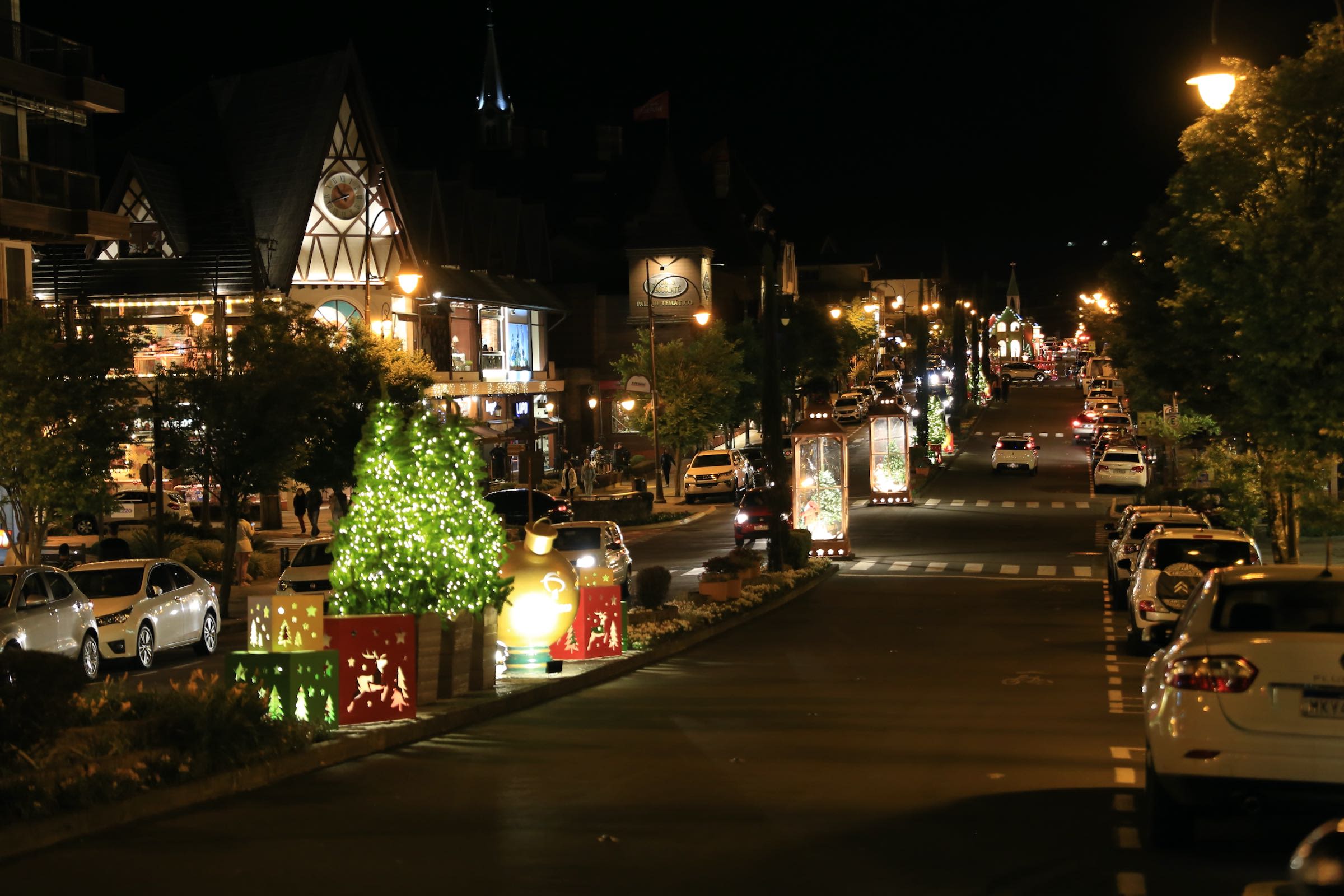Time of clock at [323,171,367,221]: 10:41
